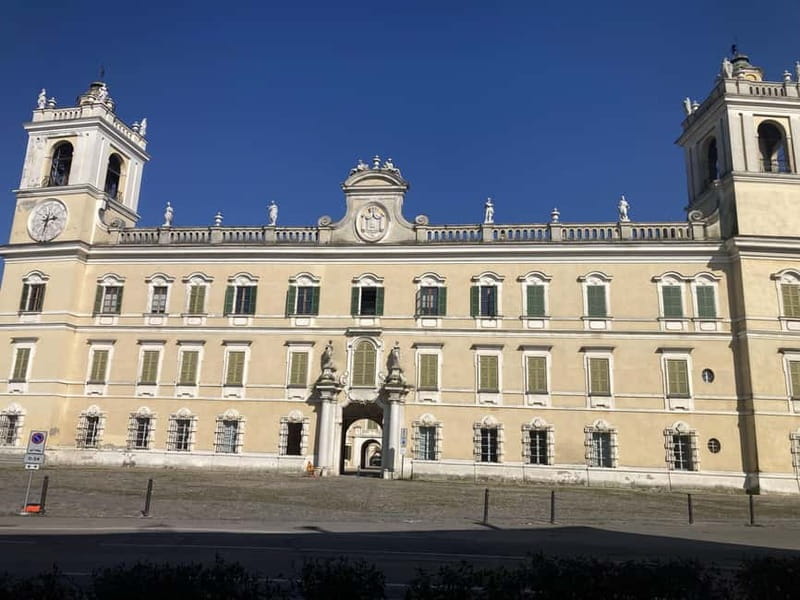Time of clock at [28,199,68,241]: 2:32
